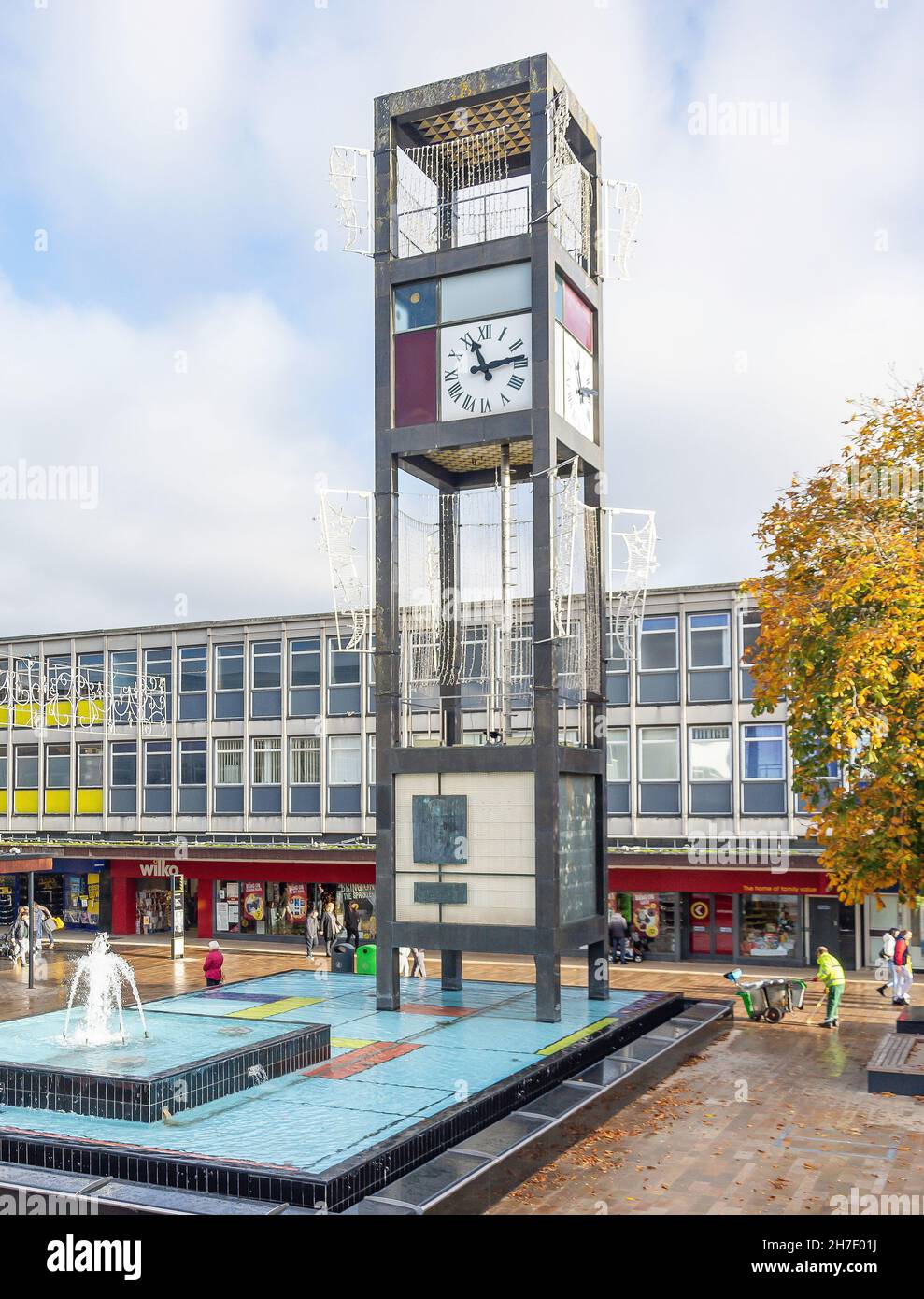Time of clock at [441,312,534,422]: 11:13
